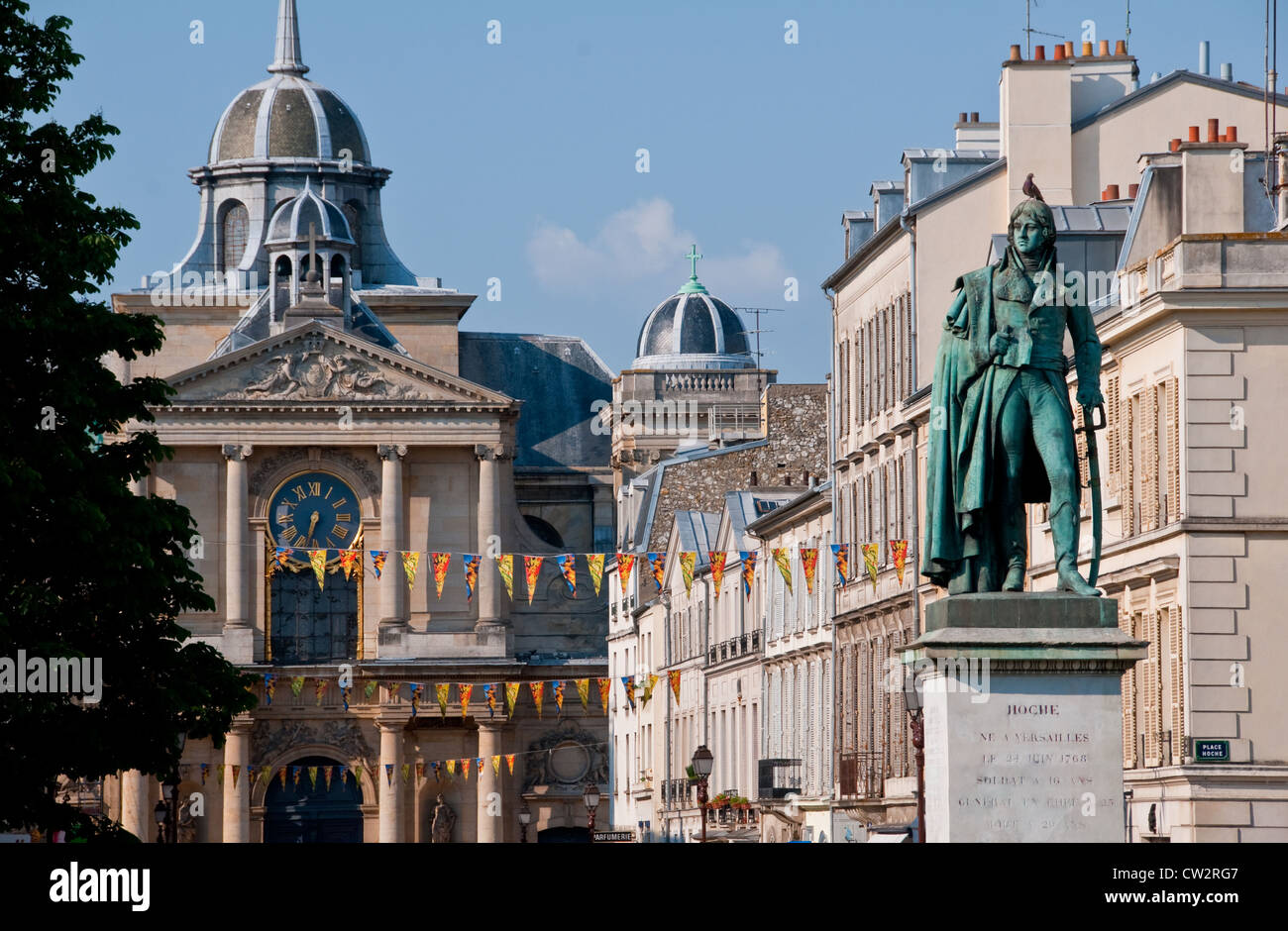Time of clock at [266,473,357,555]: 6:32
